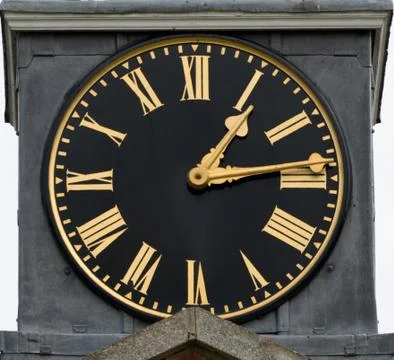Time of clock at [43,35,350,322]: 1:13
